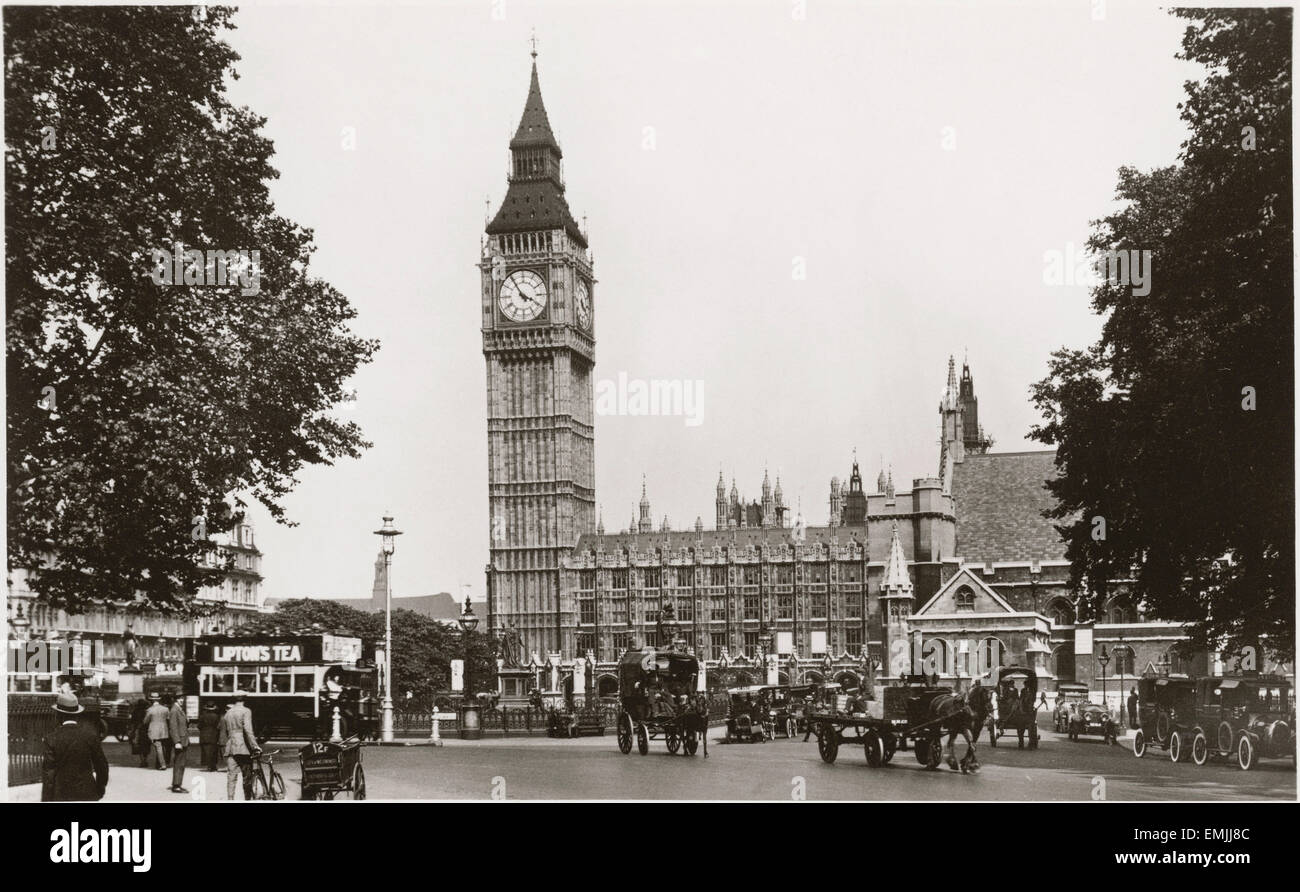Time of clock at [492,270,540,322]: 3:54
